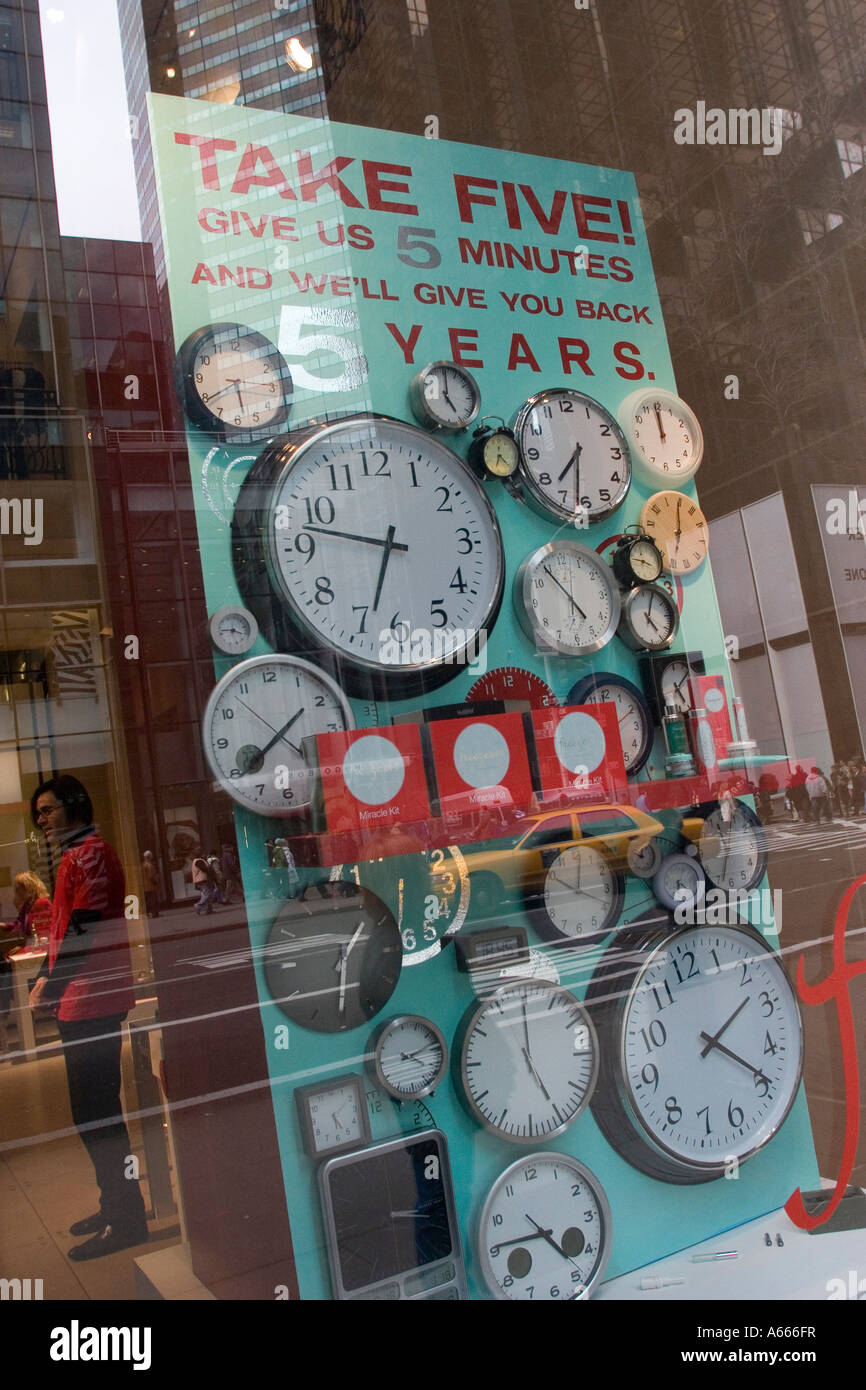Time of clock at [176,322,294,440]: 5:39
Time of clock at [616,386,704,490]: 11:58
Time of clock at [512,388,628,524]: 7:31
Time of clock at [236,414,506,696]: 6:47
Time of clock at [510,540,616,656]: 4:54
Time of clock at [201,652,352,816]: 1:39
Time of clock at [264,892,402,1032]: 1:30
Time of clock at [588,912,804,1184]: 2:24
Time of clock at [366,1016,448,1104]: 4:13
